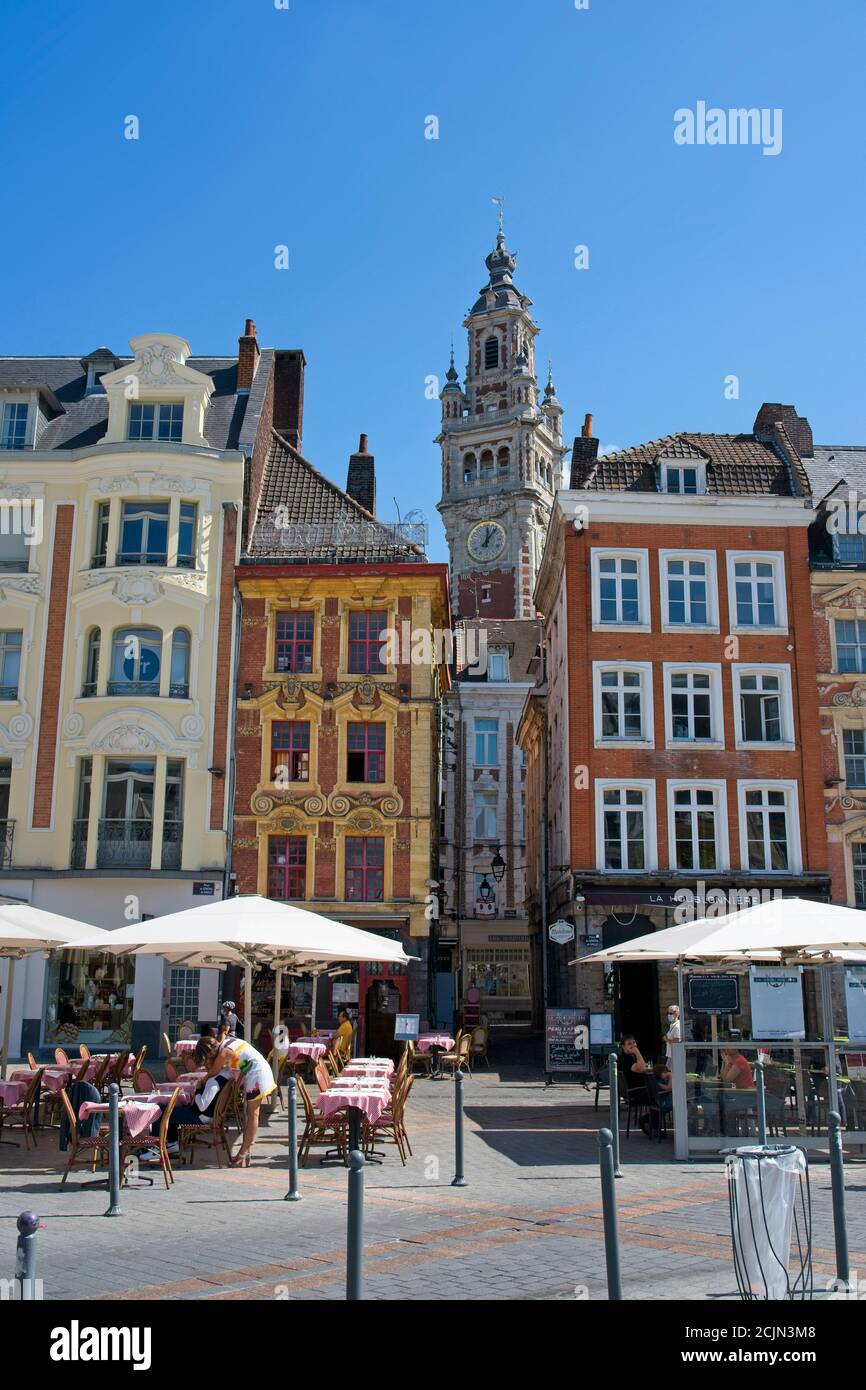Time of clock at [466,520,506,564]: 12:06
